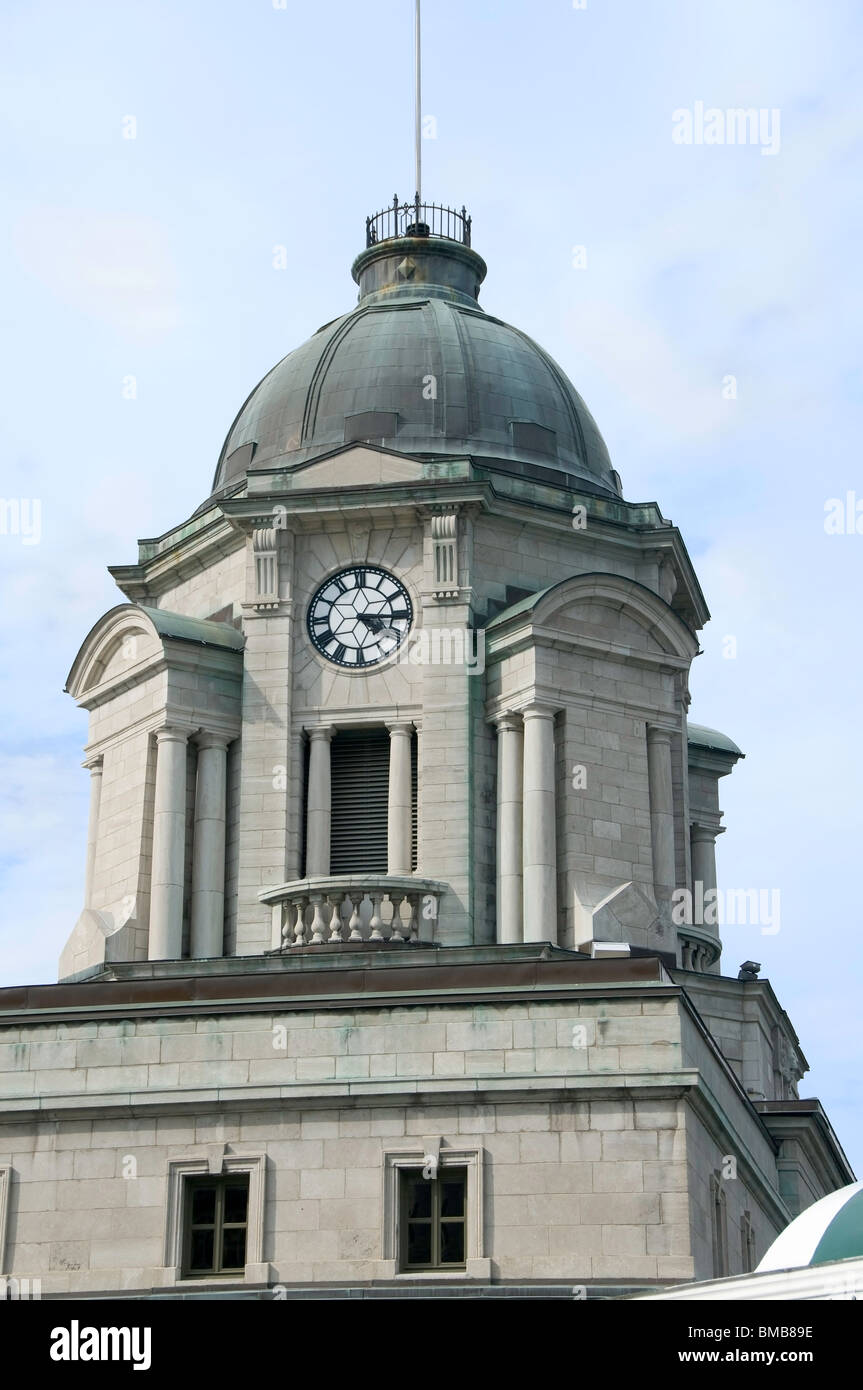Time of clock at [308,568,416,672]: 4:15
